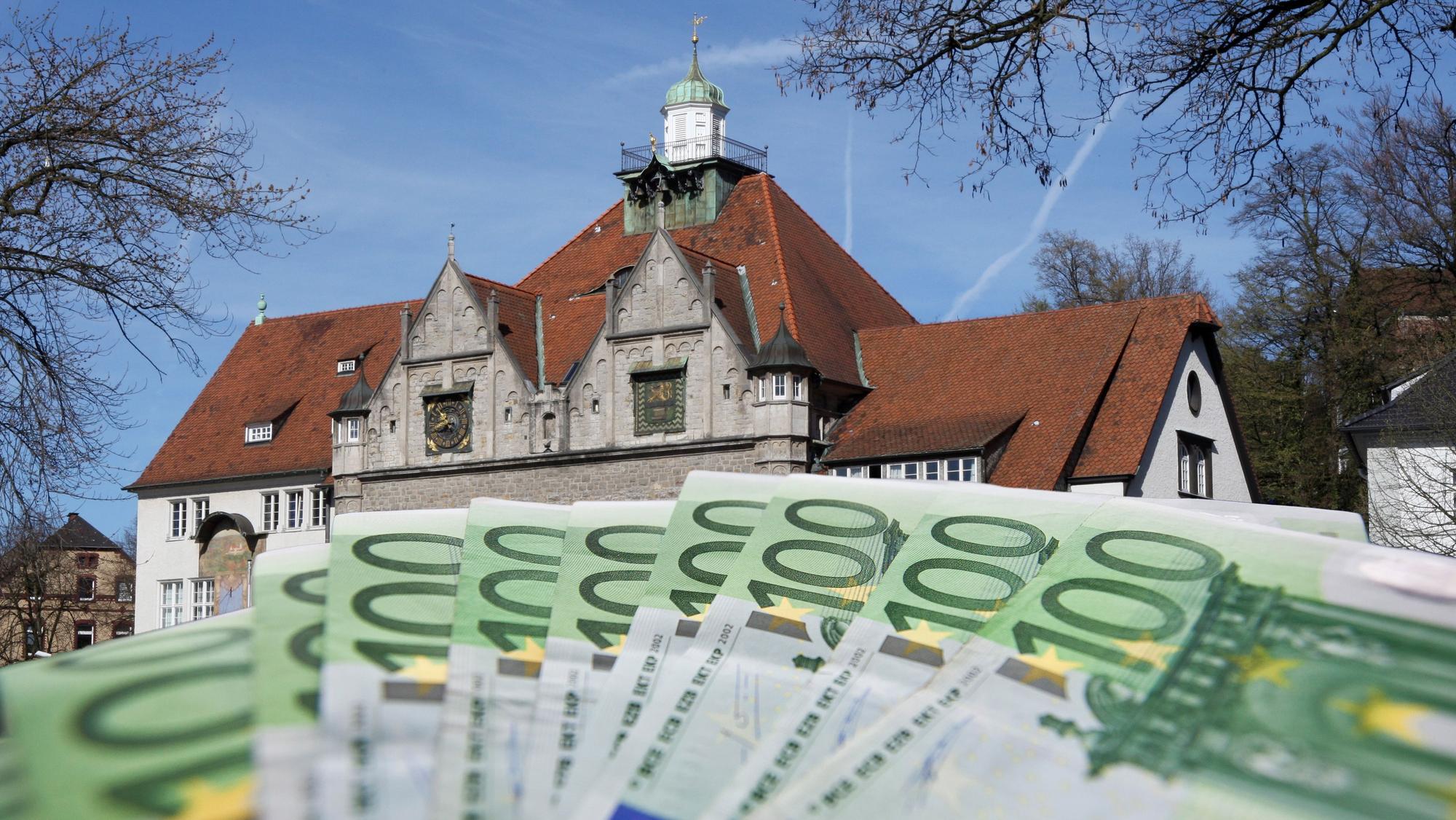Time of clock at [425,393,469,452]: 10:42
